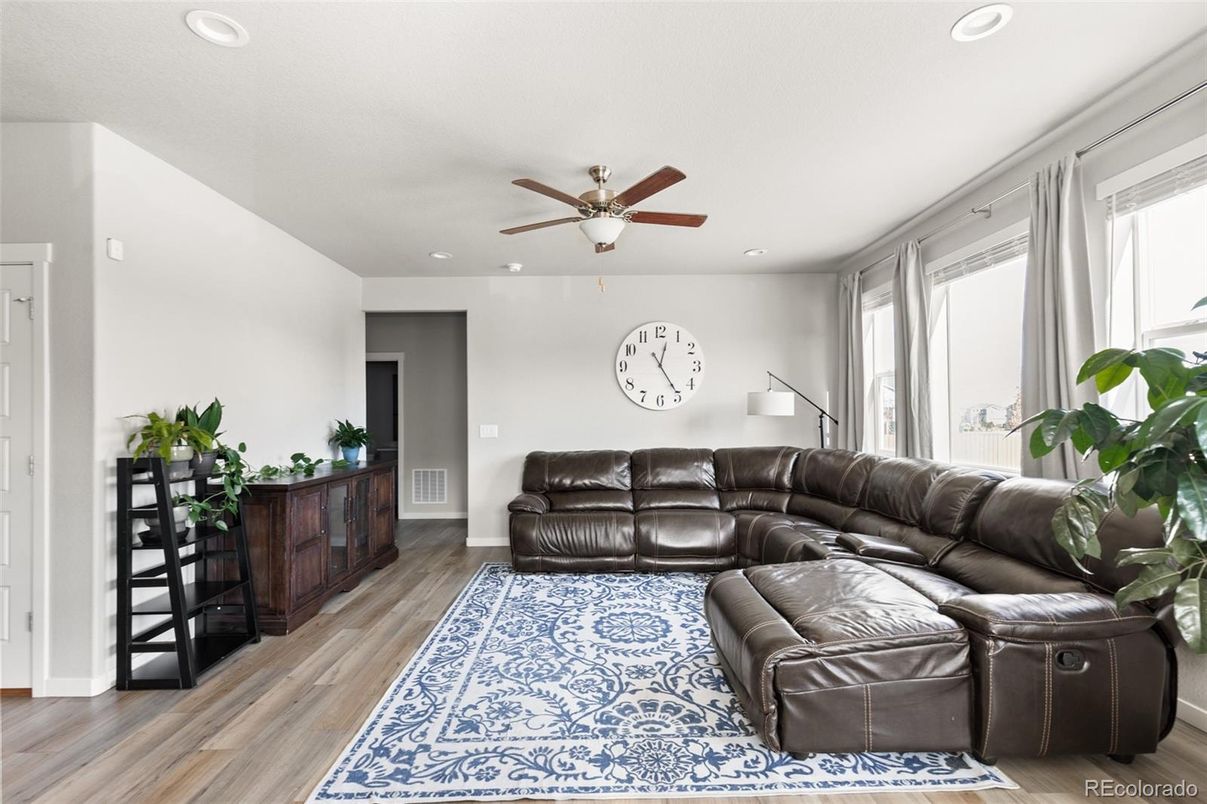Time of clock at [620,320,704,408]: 12:24
